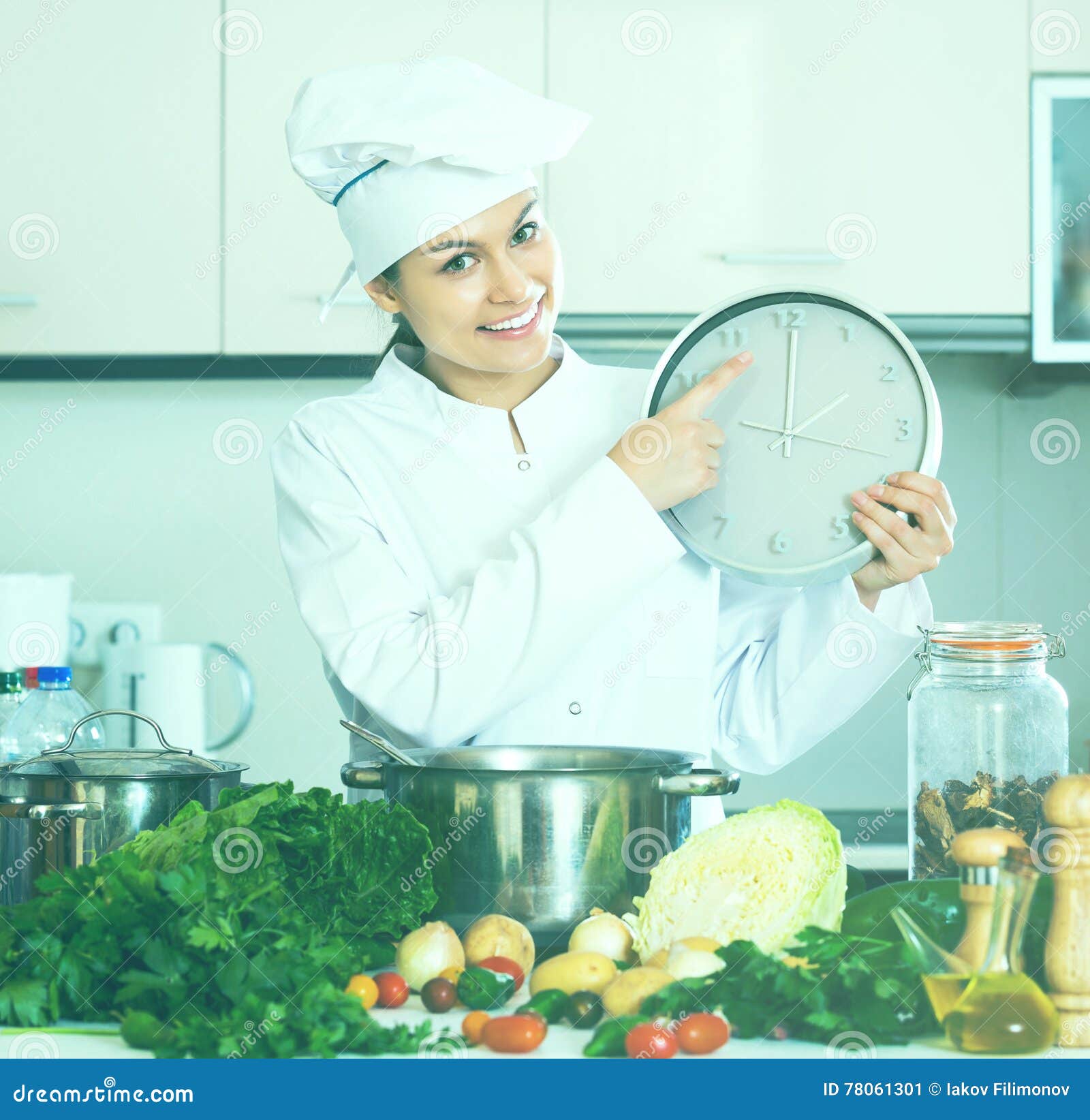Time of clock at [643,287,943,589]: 2:00
